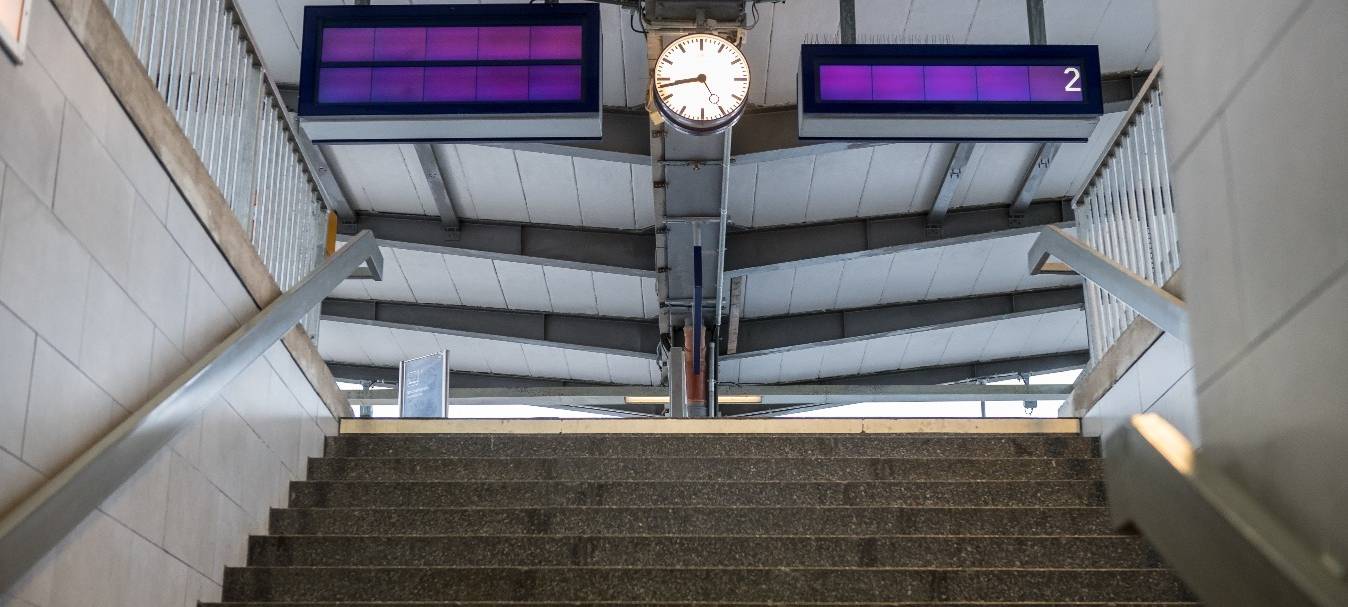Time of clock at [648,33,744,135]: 8:43
